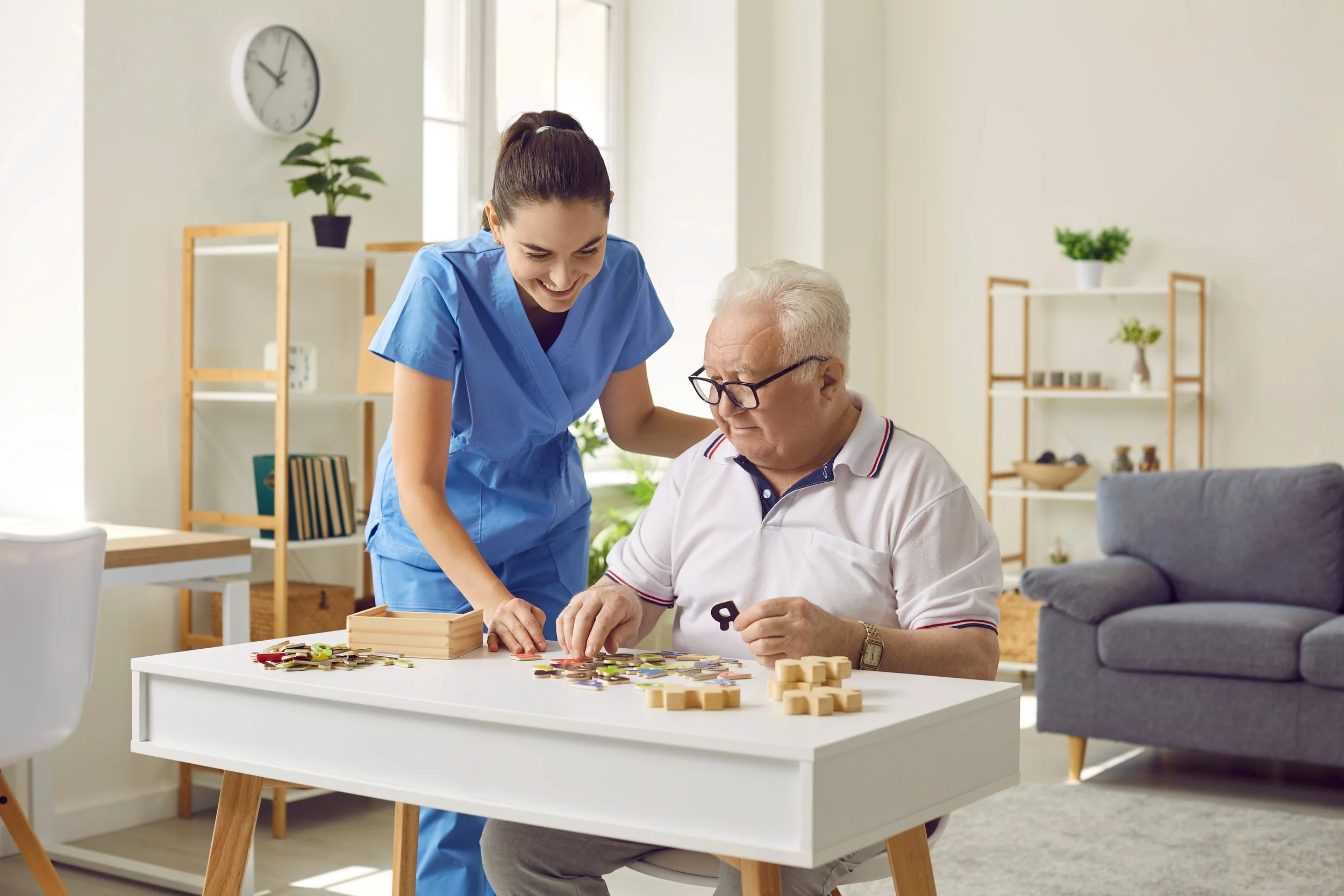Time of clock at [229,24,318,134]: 10:03
